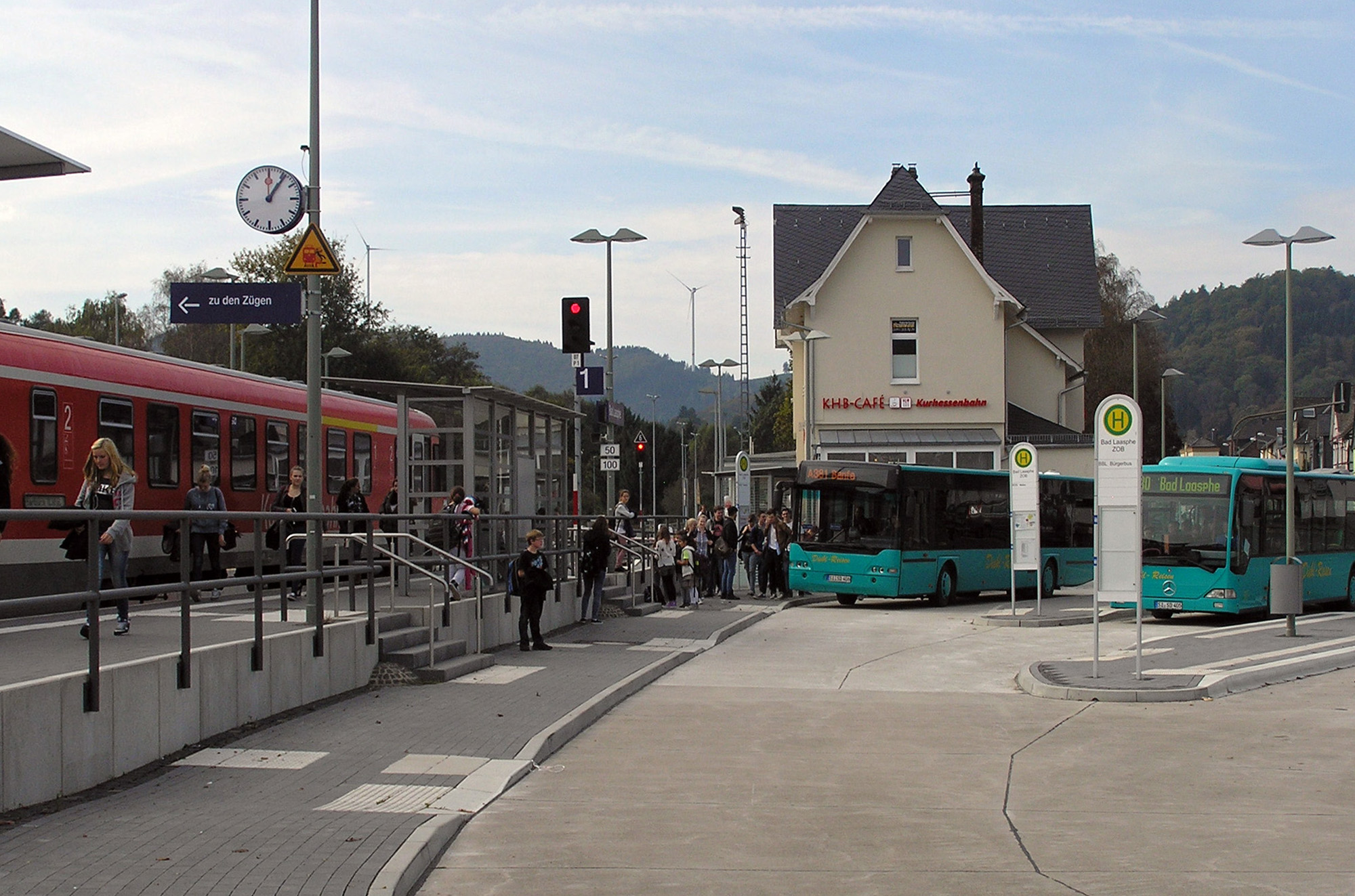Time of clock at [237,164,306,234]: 12:06
